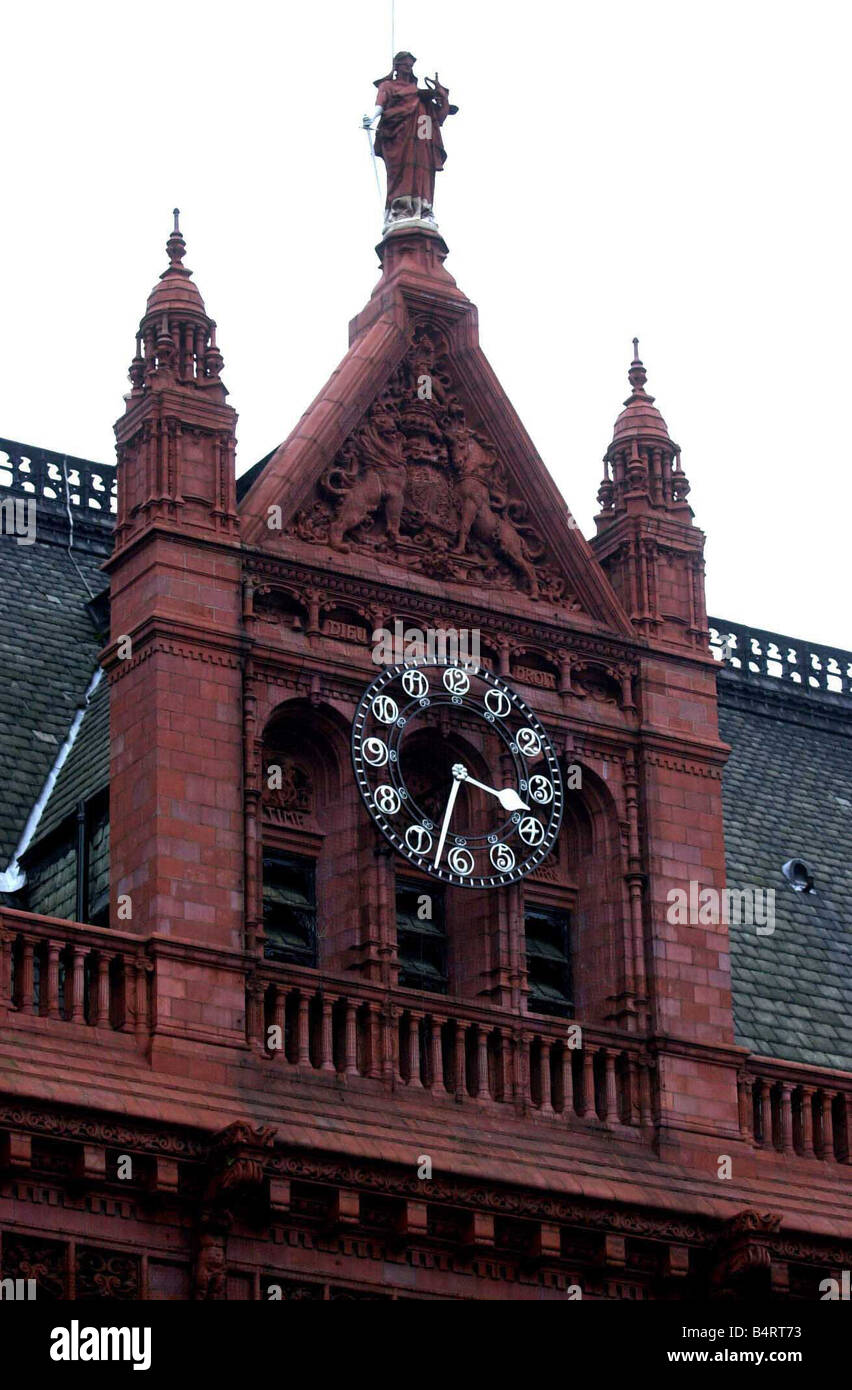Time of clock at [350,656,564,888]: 3:32
